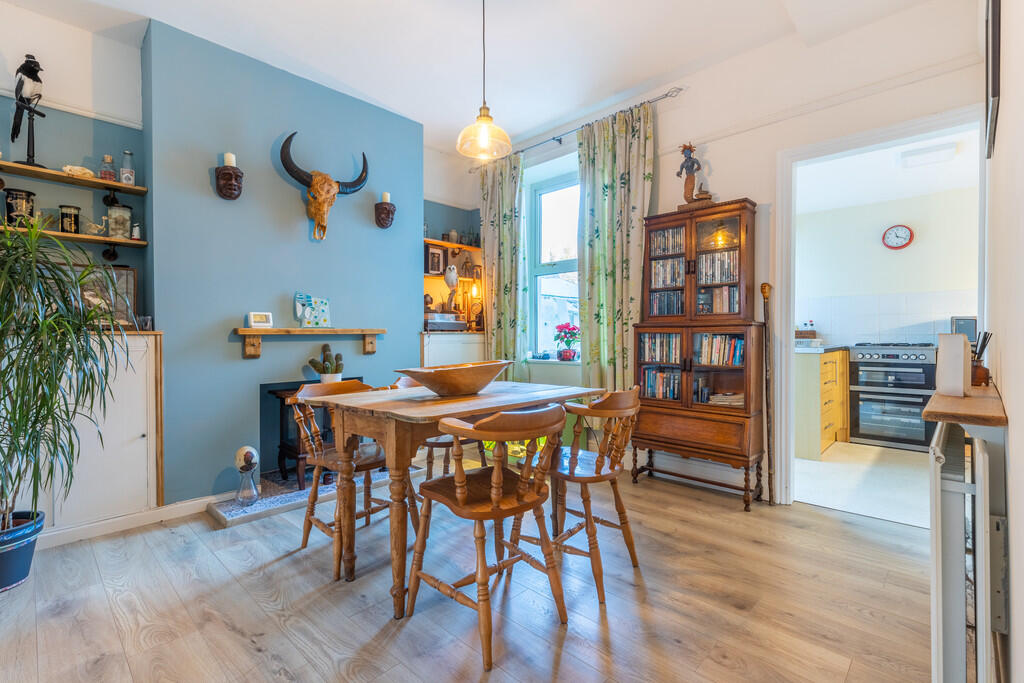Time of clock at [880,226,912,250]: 11:18
